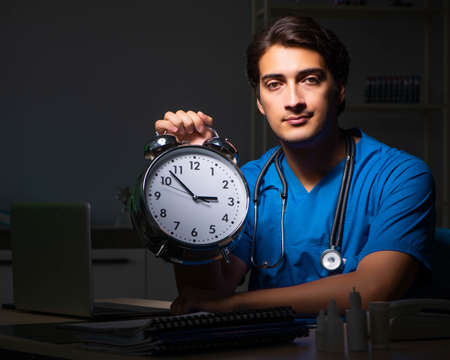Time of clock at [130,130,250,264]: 2:52
